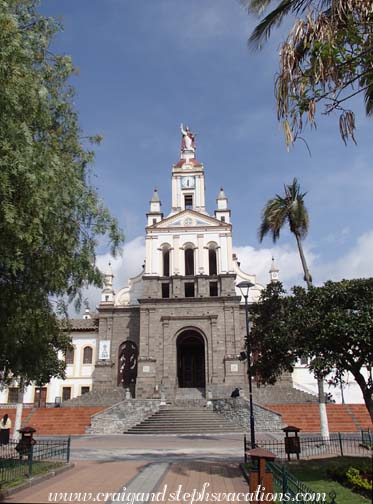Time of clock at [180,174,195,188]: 6:29
